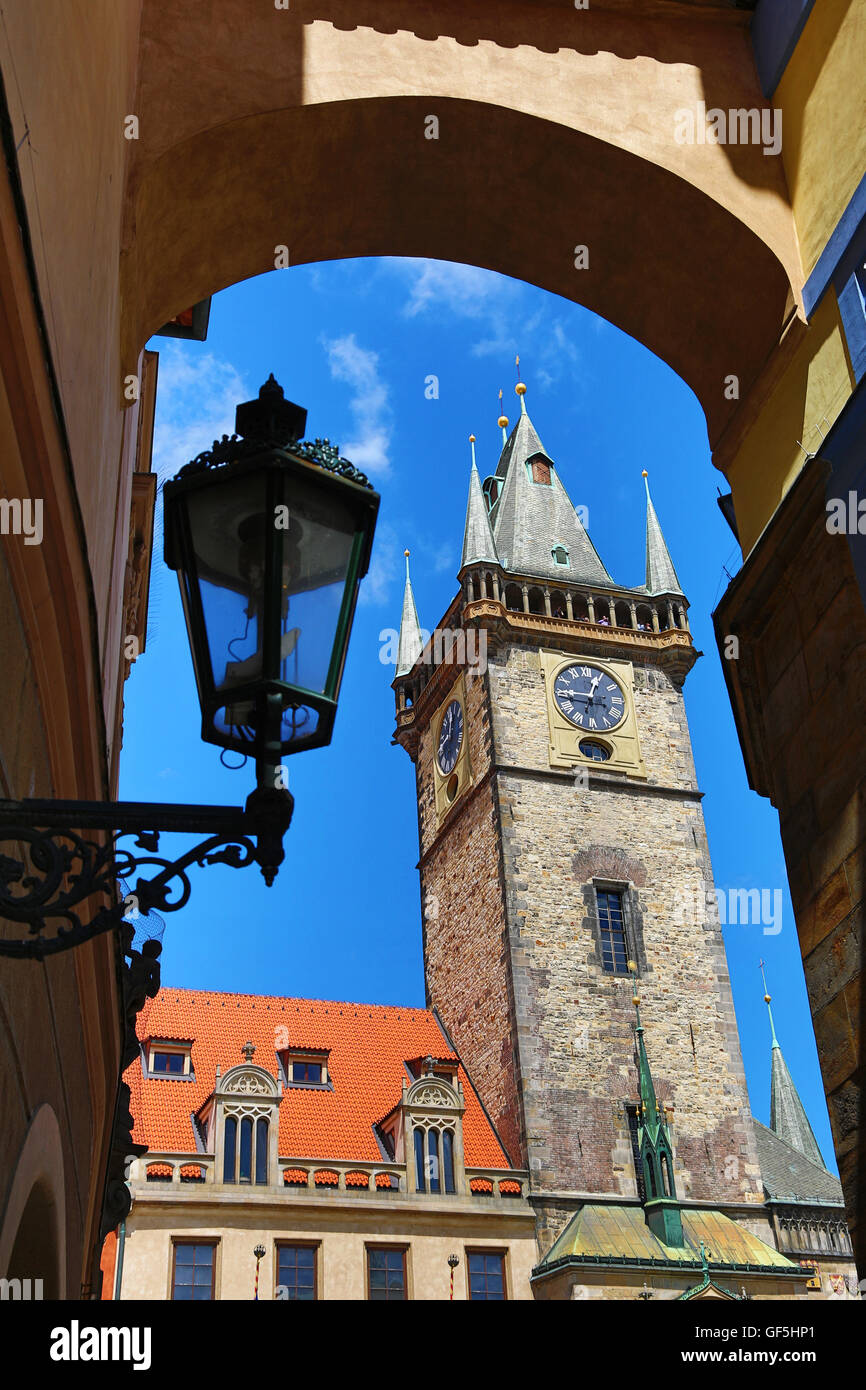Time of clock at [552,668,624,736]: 12:46
